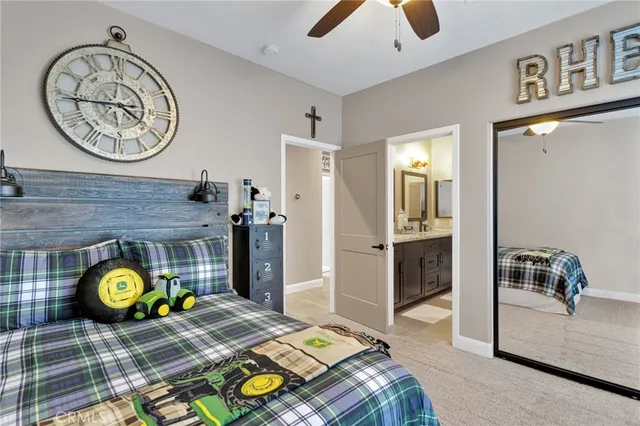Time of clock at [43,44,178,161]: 3:44
